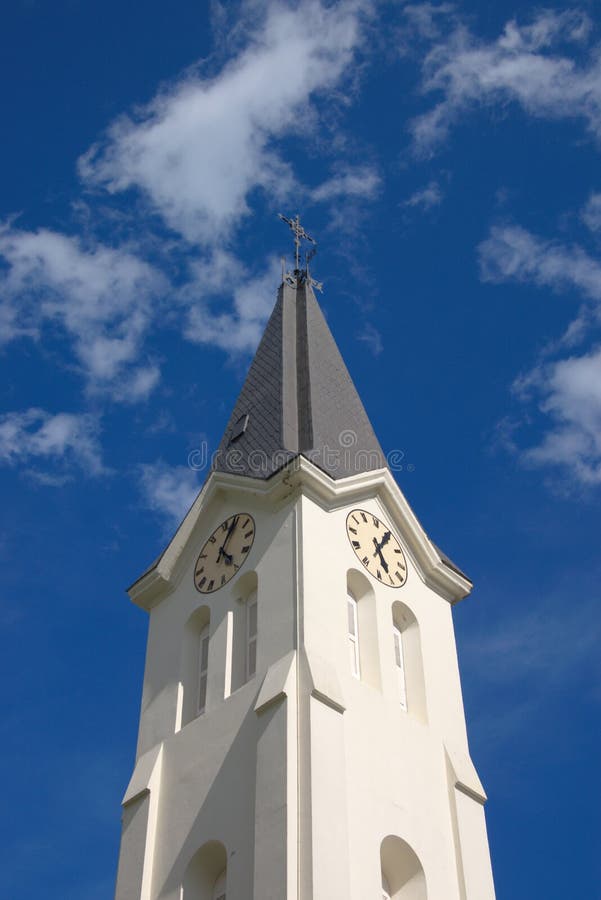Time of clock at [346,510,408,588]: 6:09
